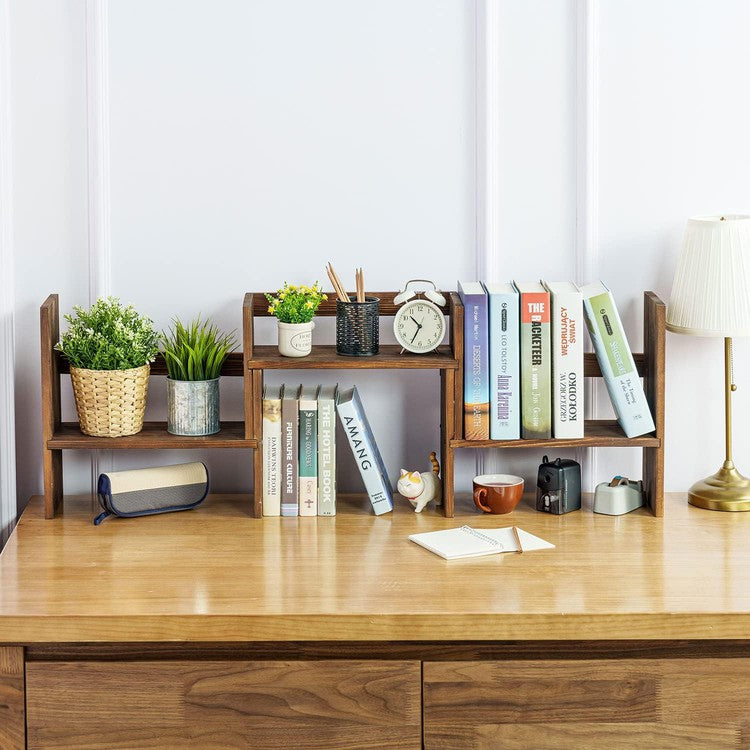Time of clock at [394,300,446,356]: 10:34
